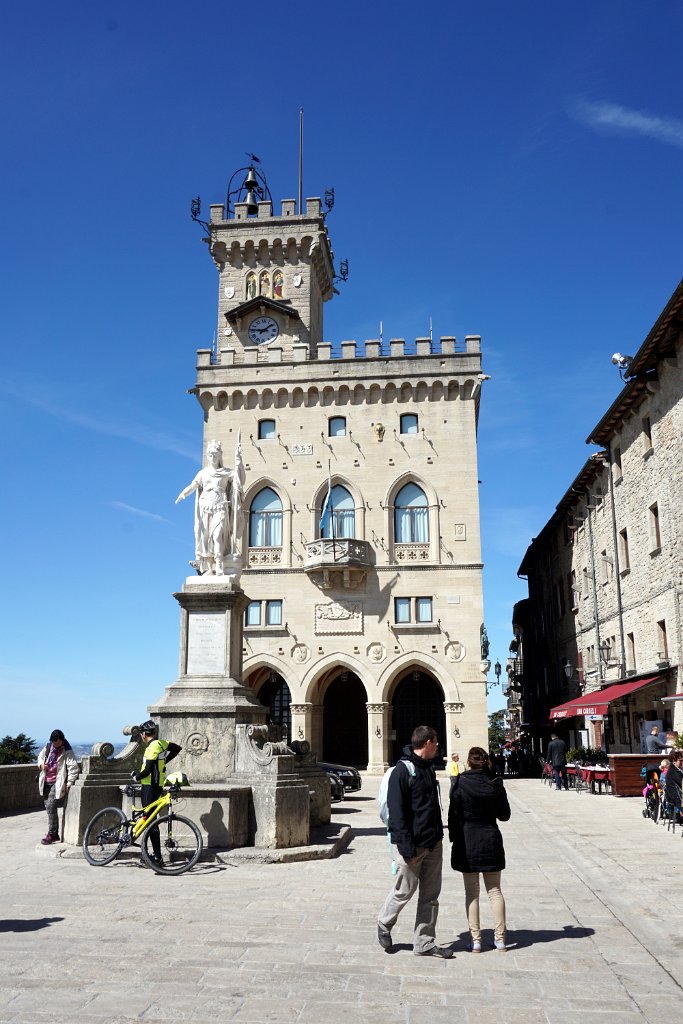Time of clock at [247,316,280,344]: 1:46
